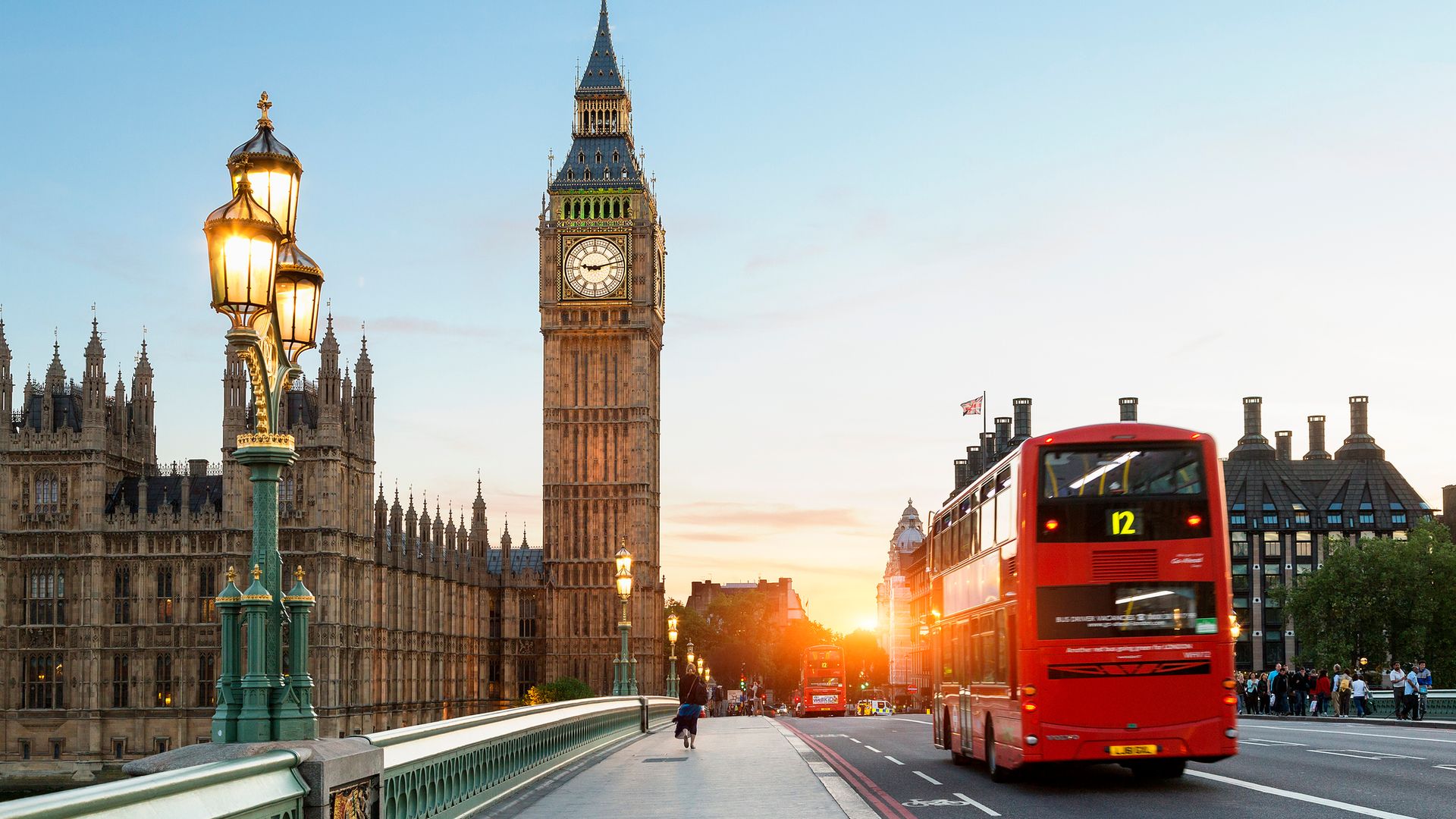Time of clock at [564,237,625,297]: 9:12
